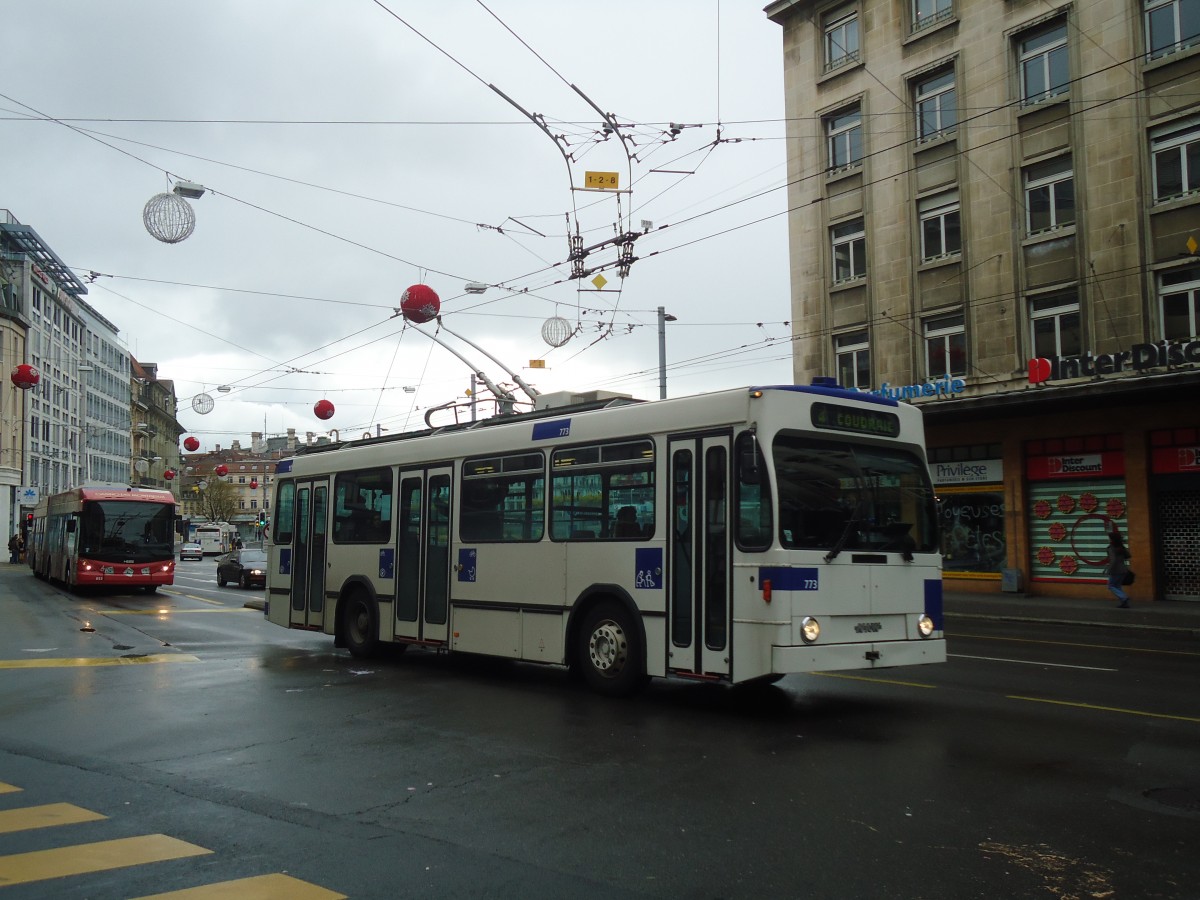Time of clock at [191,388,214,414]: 8:12
